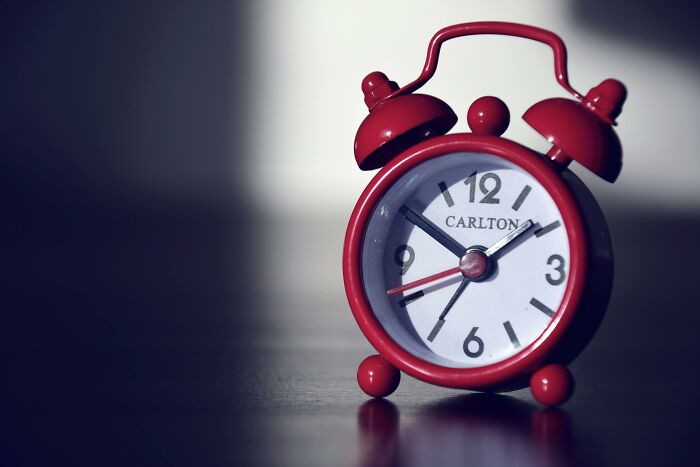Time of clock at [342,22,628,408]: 1:50
